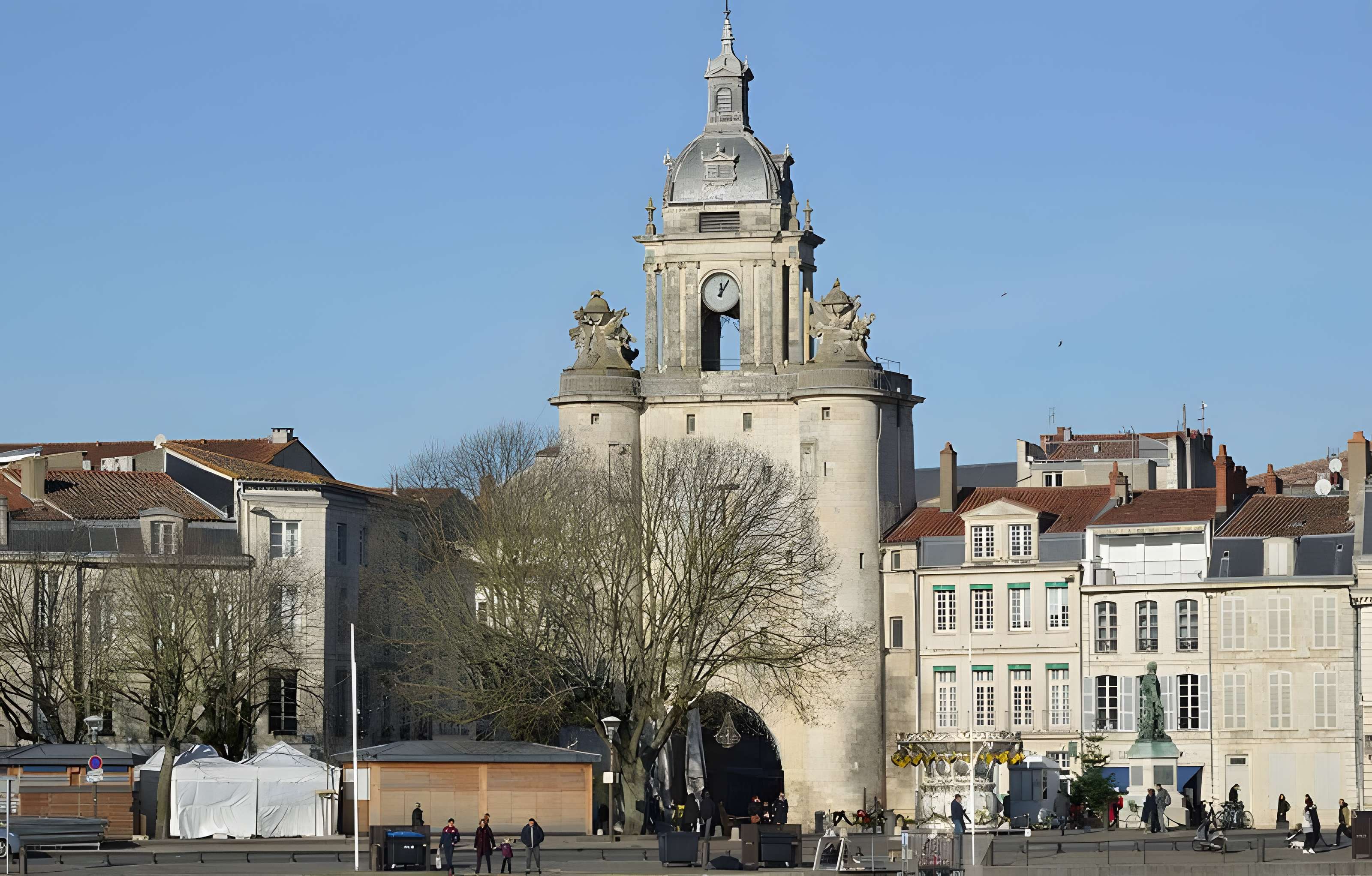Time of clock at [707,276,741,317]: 12:05
